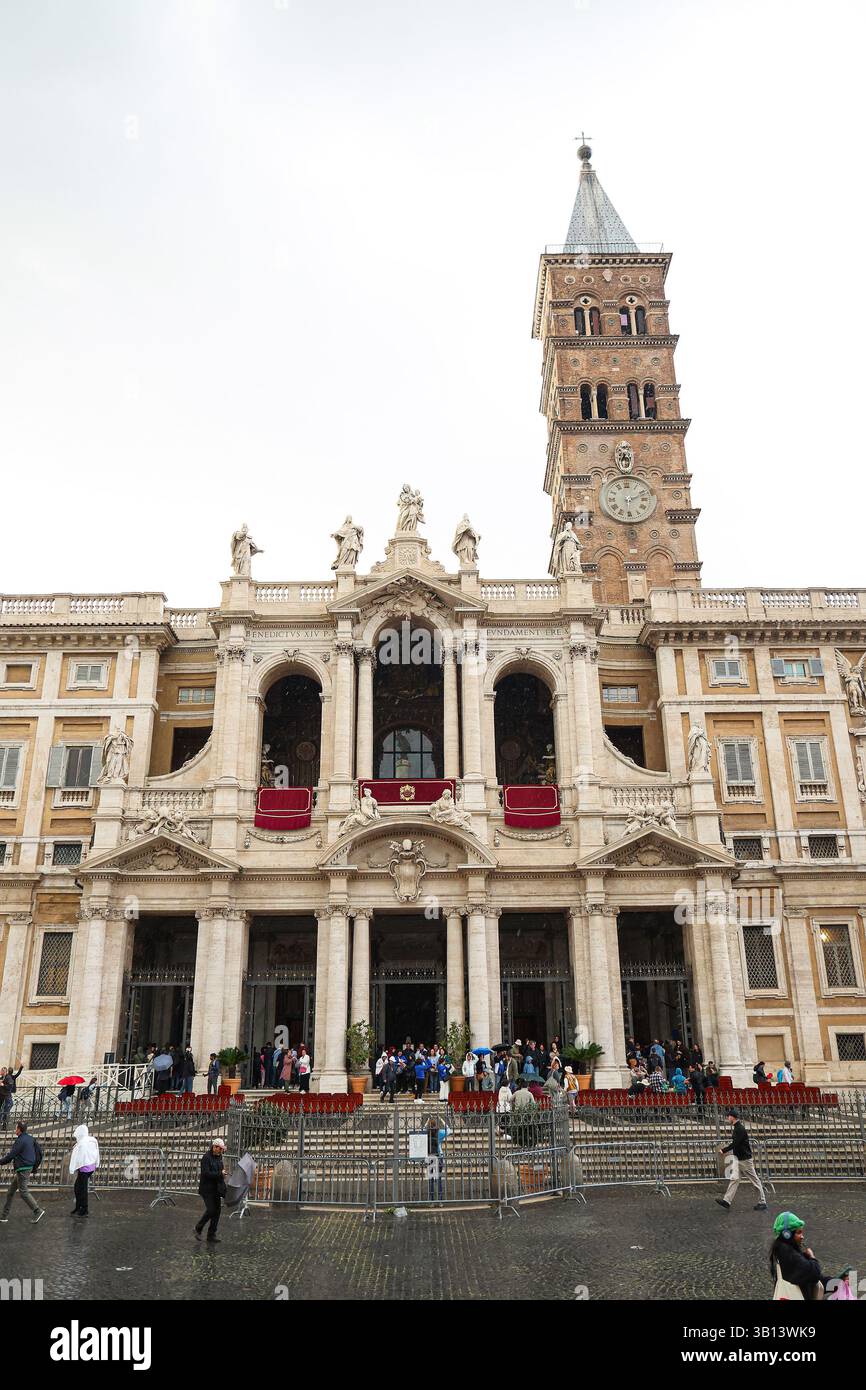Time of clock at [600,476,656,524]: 6:11
